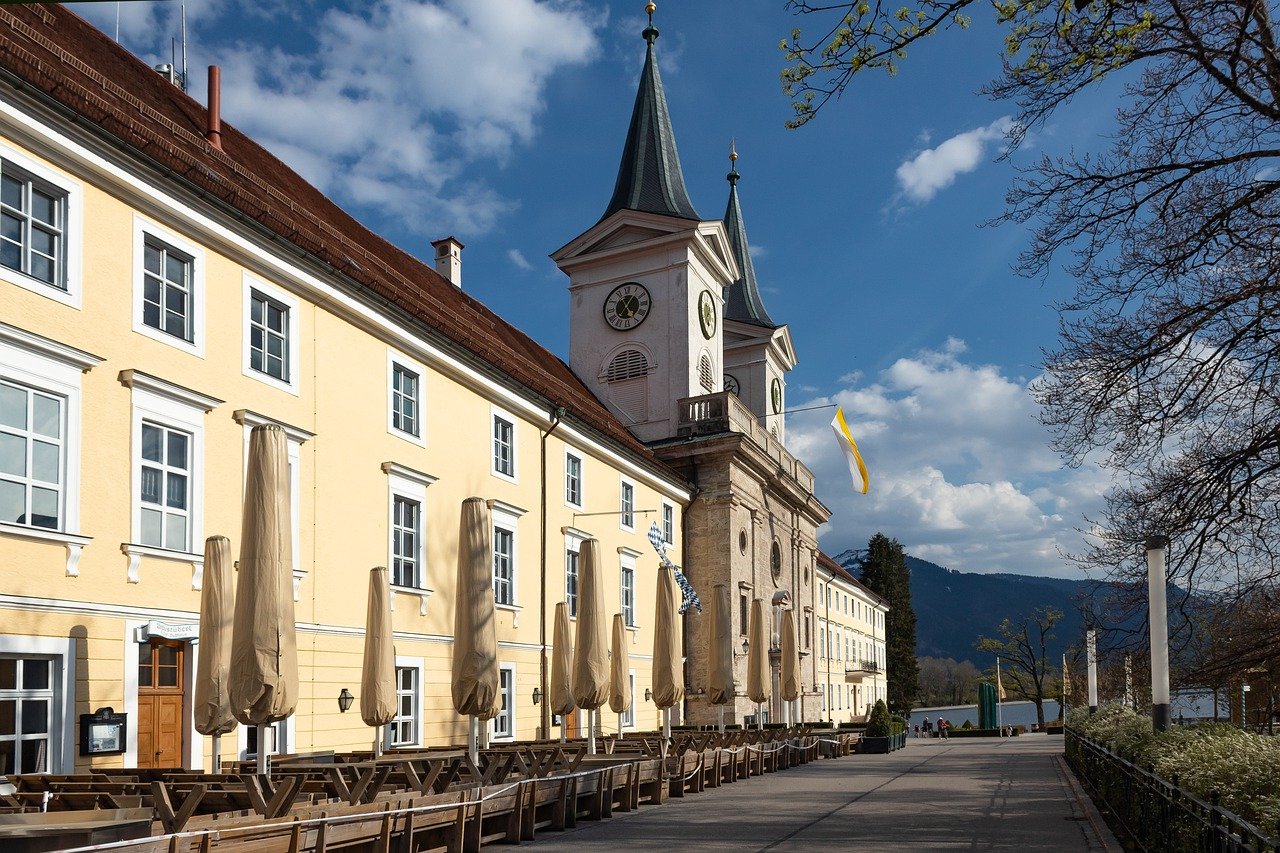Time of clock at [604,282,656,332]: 5:05
